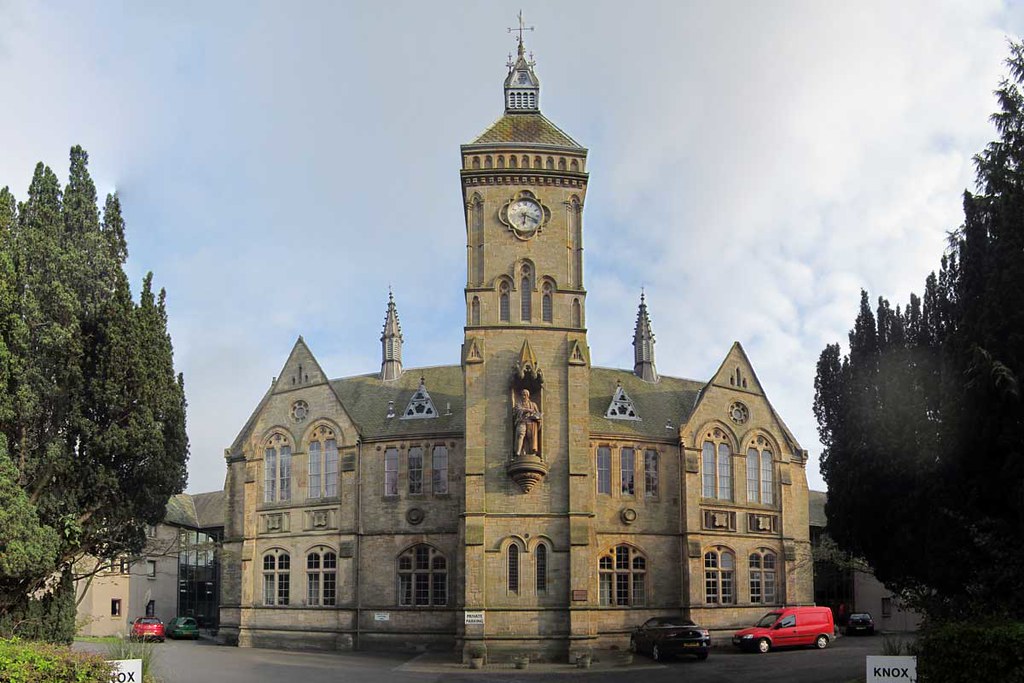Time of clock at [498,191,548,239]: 6:18
